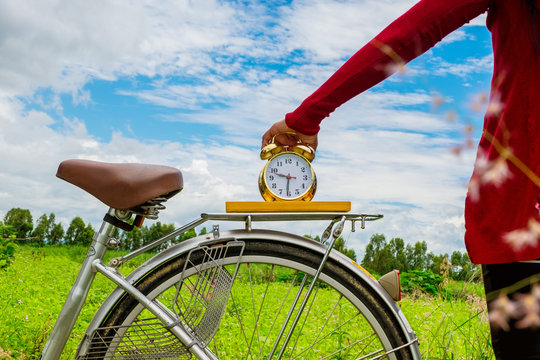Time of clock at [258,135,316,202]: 9:31
